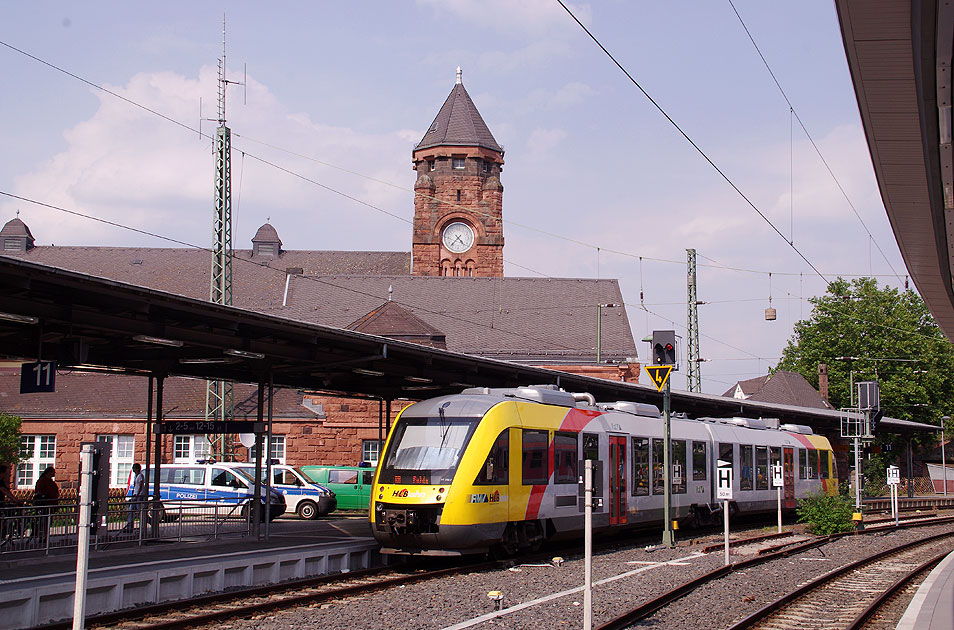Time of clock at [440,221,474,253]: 4:37
